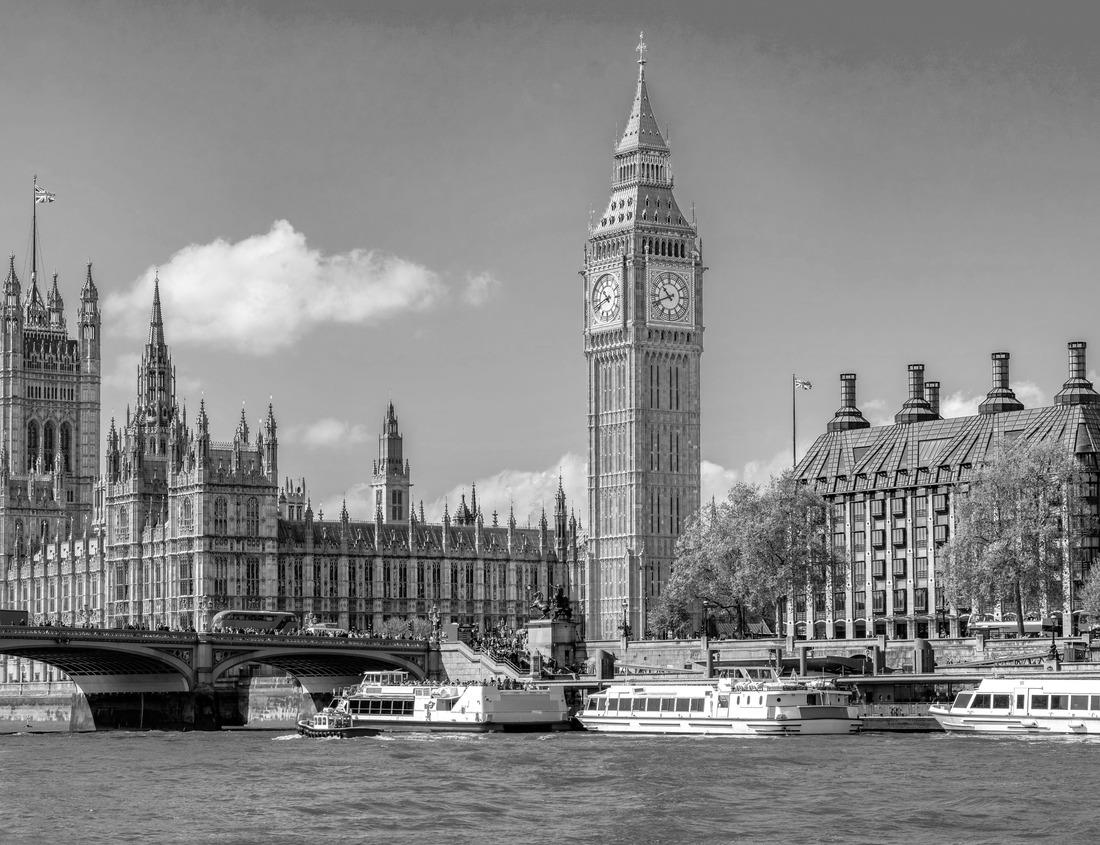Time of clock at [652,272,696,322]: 10:41
